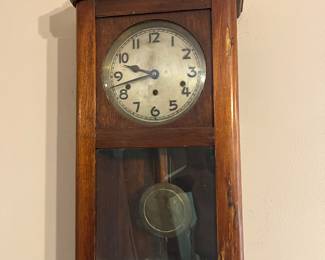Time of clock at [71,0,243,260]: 9:42
